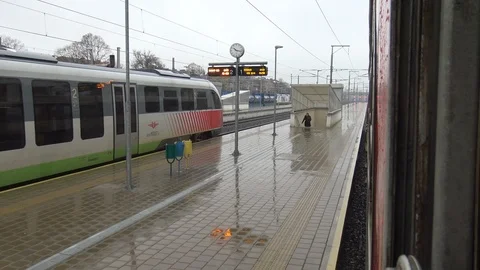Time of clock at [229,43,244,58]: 10:17
